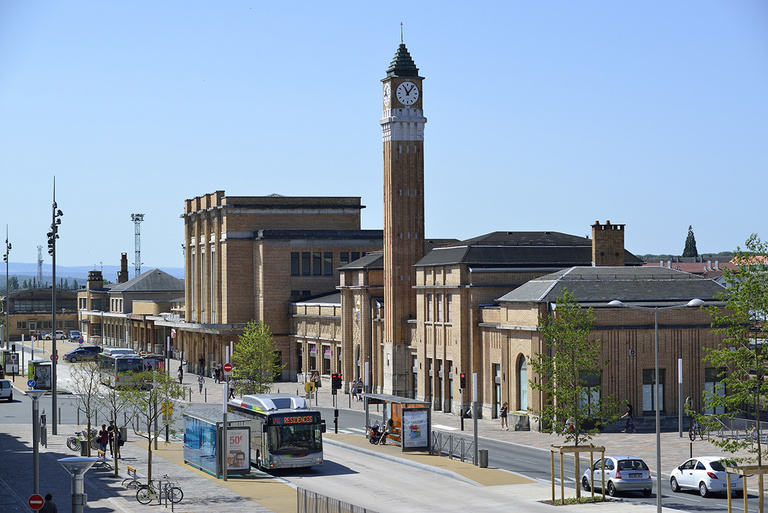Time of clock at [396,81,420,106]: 11:06
